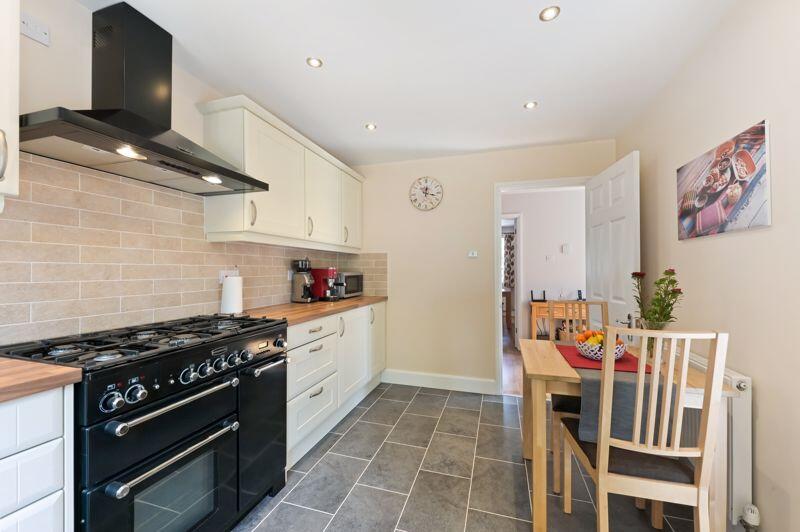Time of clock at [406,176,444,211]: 12:16
